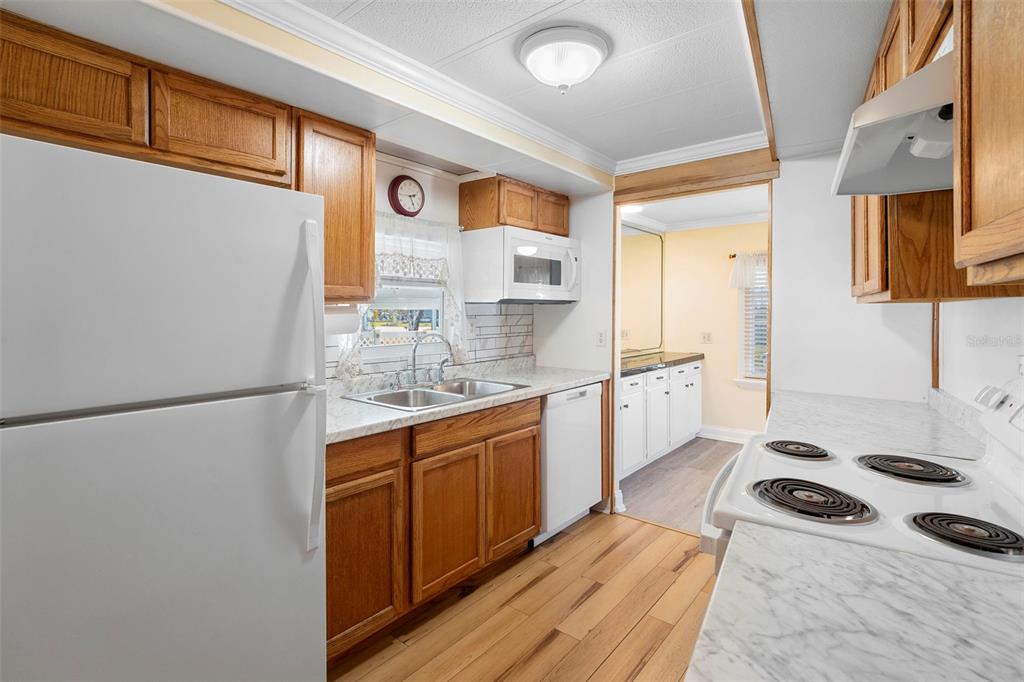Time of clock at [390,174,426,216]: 2:25
